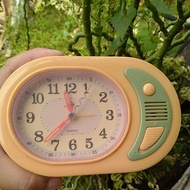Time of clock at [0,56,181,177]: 11:37
